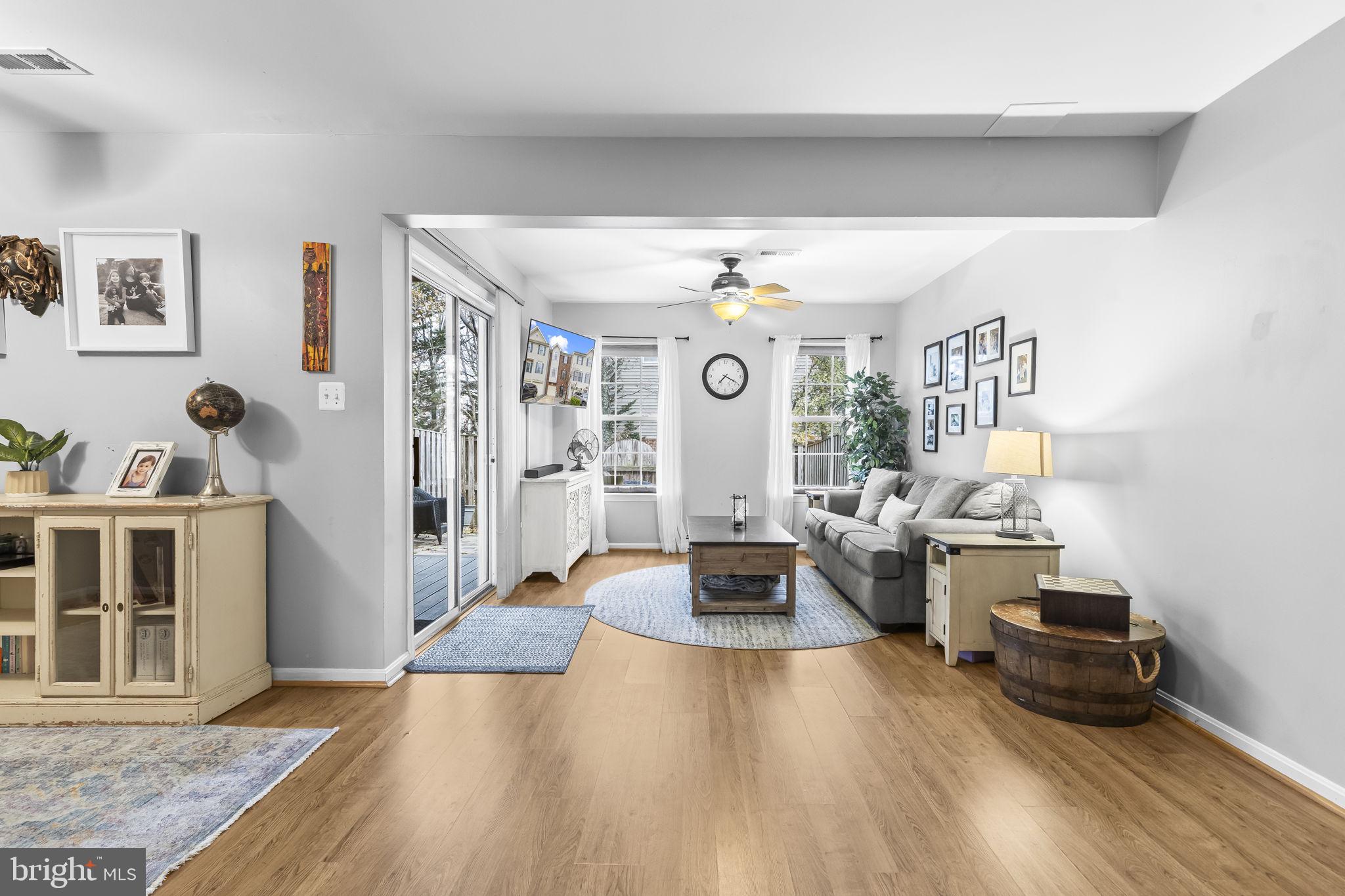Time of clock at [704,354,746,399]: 7:19
